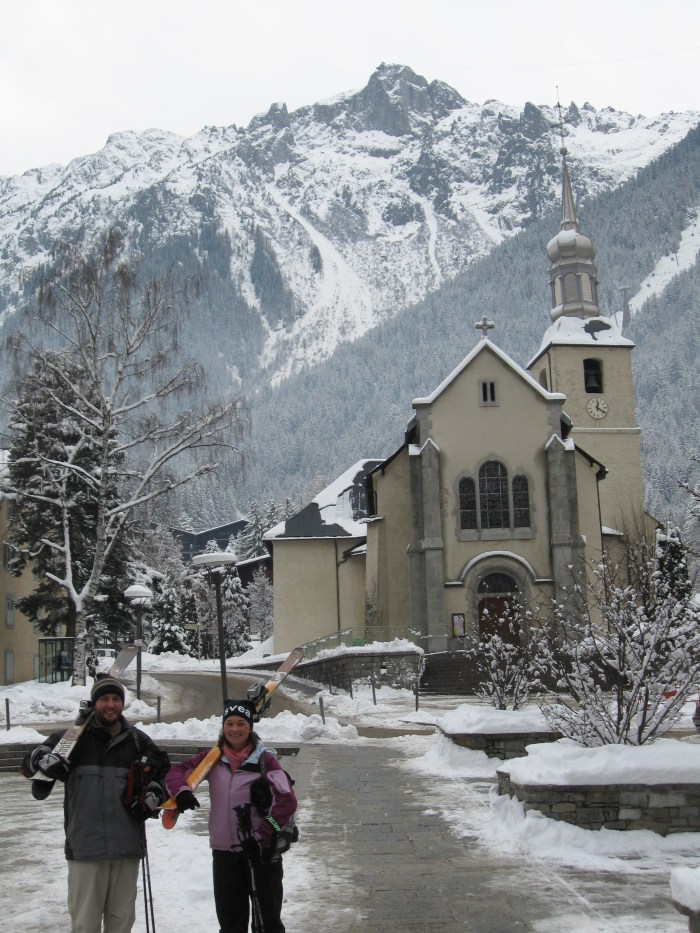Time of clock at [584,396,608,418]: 12:21
